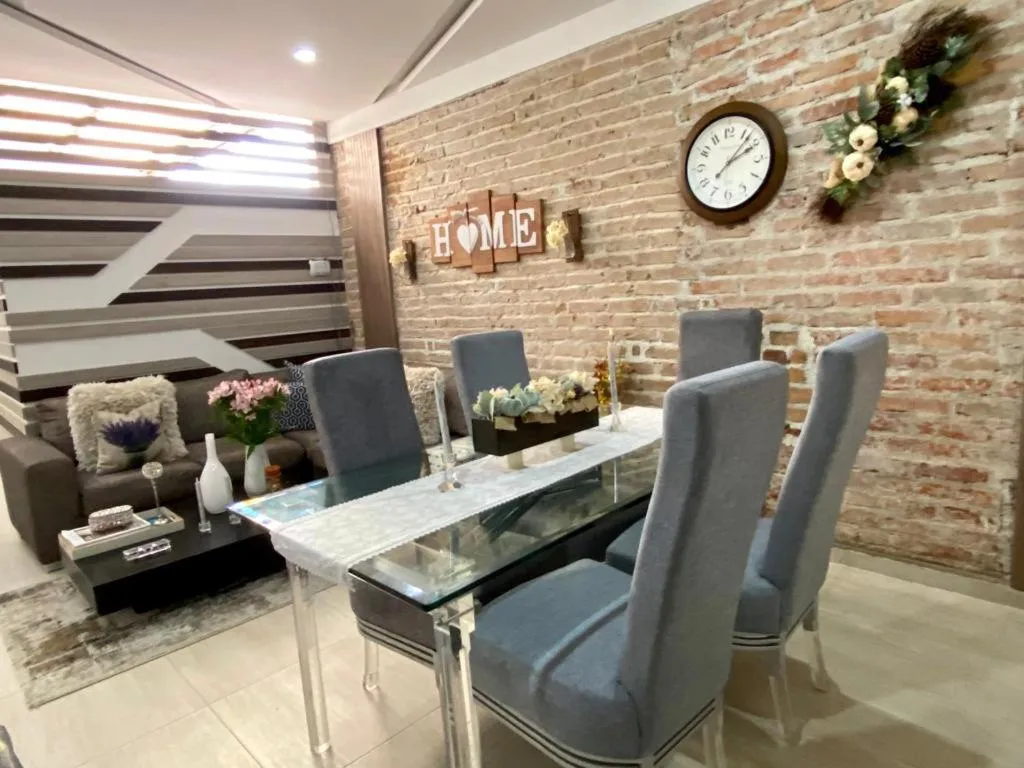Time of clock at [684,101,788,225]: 2:07
